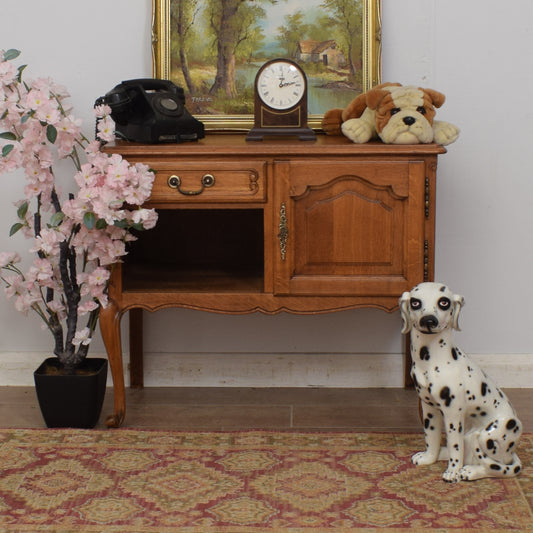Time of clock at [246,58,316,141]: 12:13
